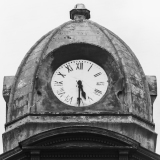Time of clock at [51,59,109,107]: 5:30
